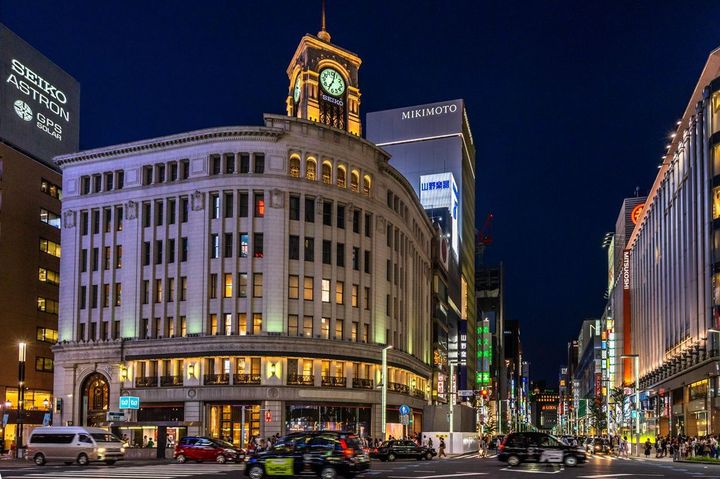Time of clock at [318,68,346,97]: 7:02
